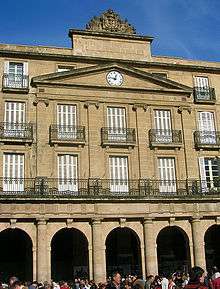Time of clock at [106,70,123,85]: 12:47
